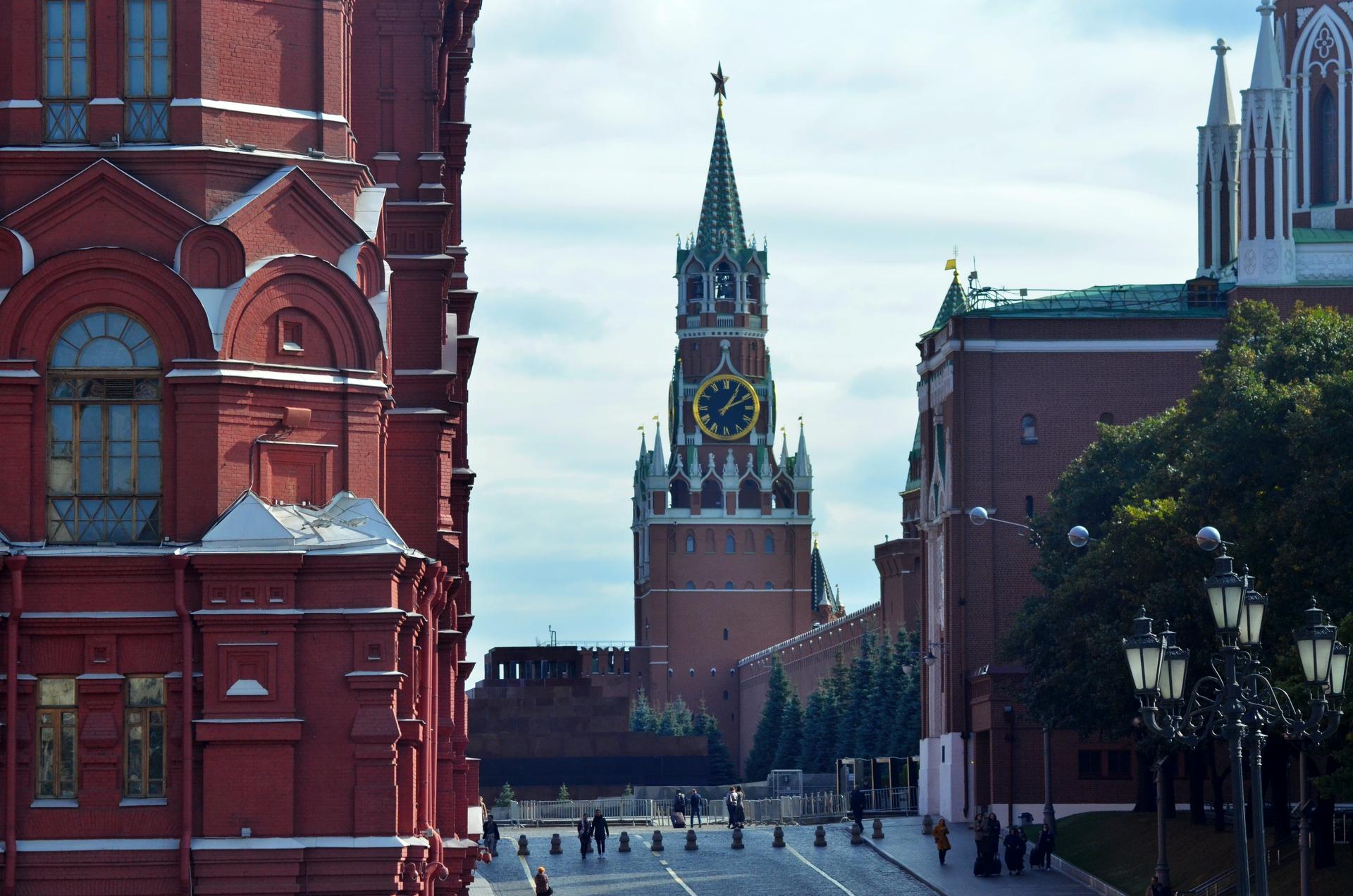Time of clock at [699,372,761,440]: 1:10
